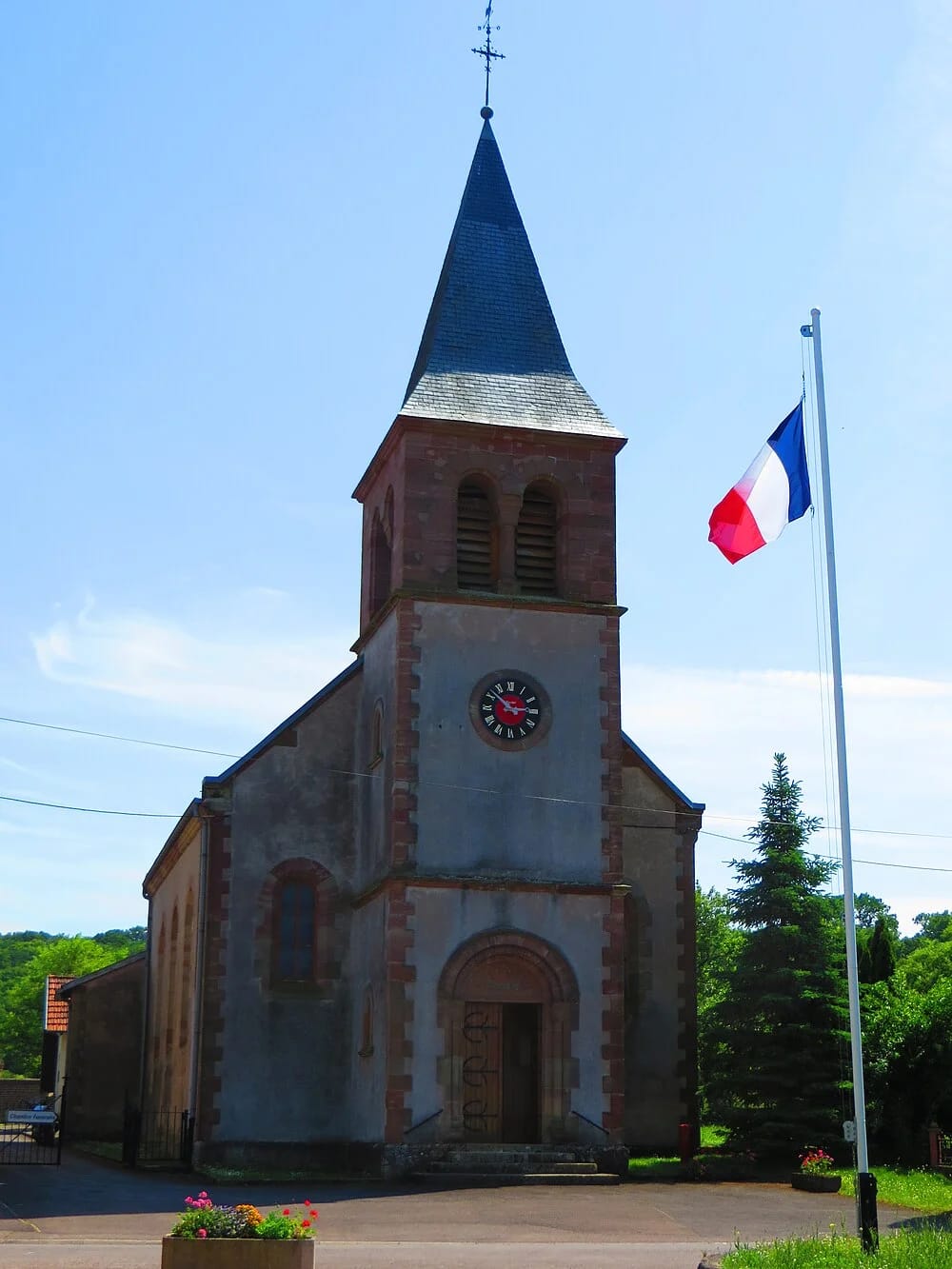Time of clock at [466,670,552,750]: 2:52
